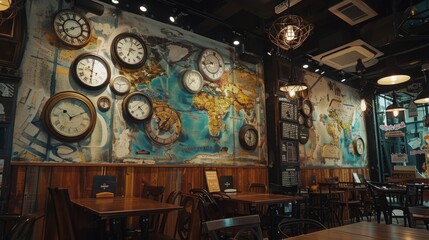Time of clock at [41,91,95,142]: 10:10
